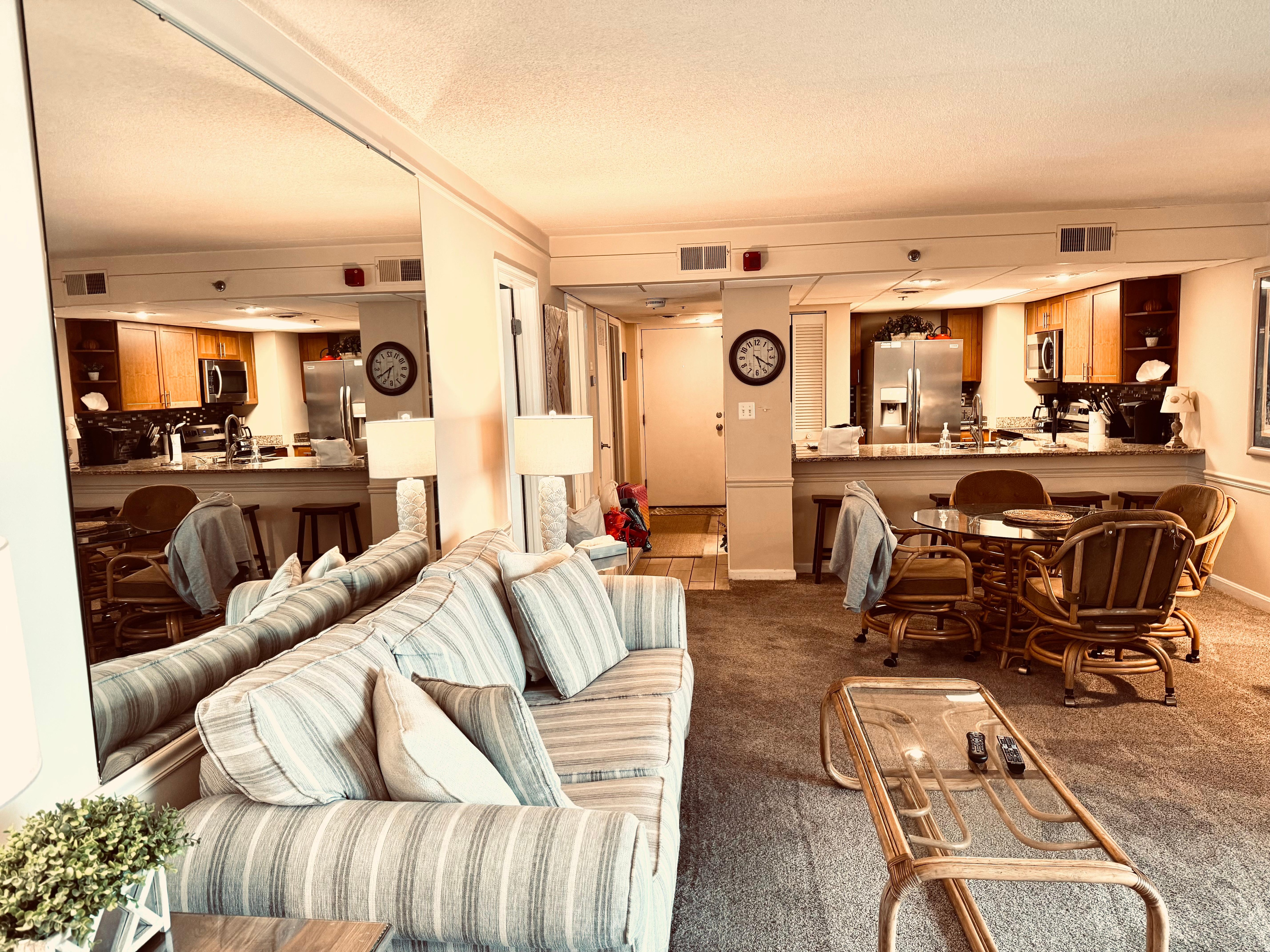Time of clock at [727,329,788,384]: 5:20
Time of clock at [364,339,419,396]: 6:39
